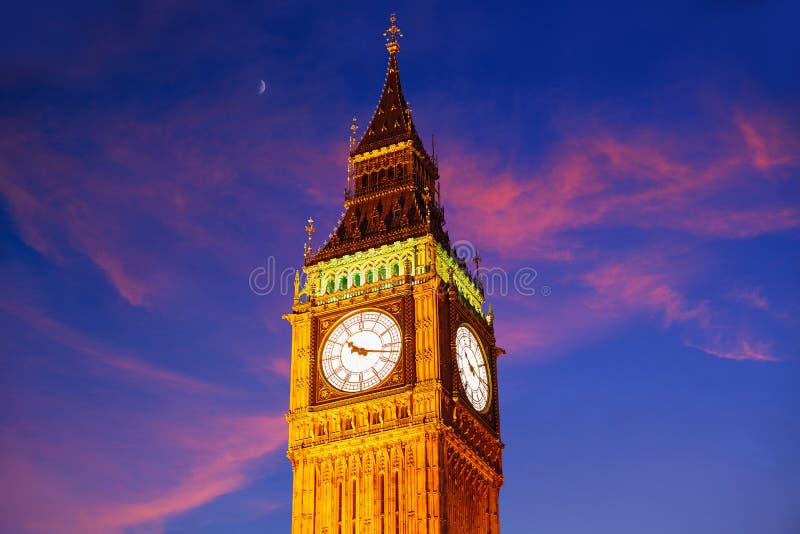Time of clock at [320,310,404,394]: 10:17
